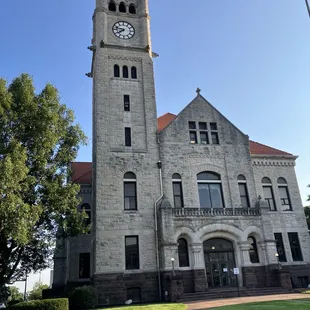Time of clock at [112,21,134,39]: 7:47
